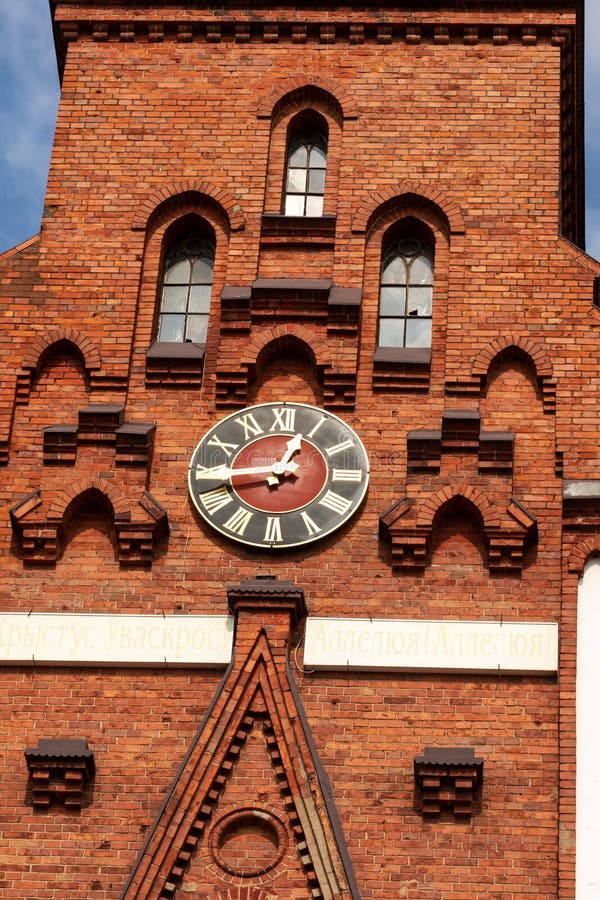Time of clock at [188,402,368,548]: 12:44
